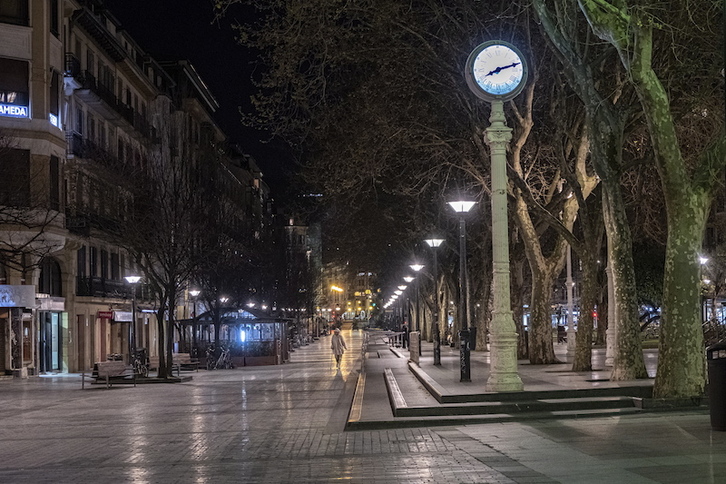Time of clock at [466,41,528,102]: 8:12
